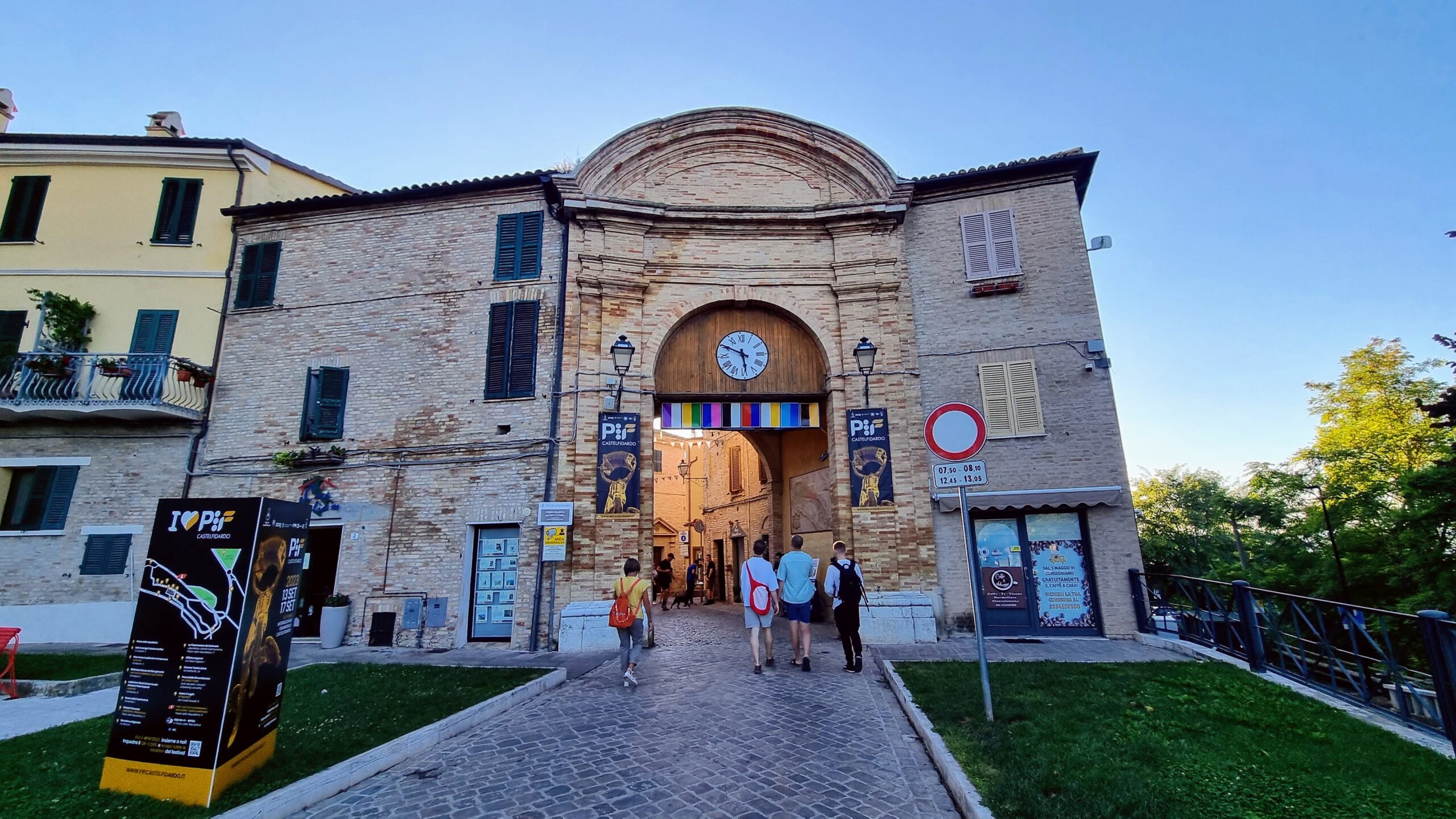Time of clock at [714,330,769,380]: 5:49
